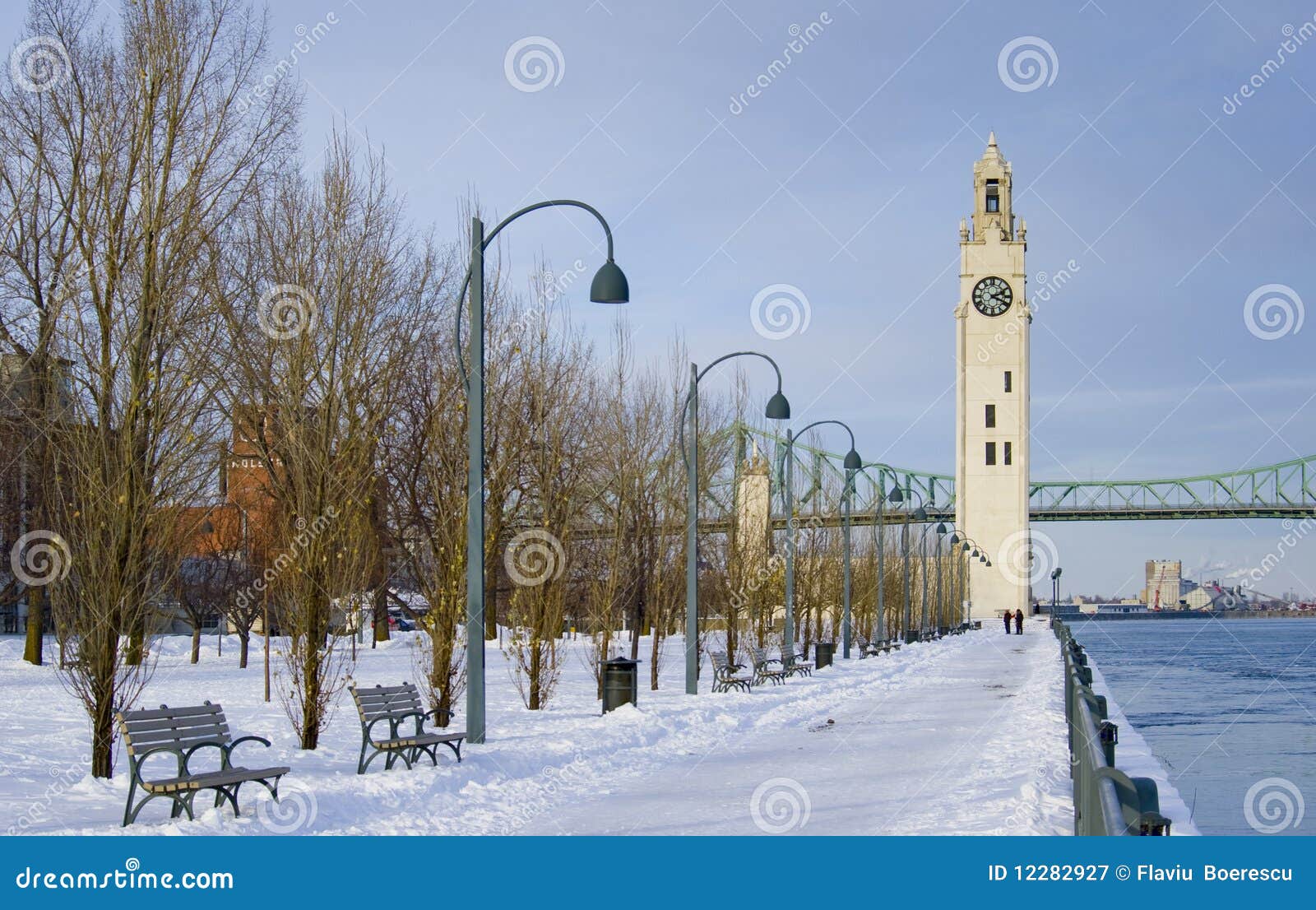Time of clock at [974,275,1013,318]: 2:18
